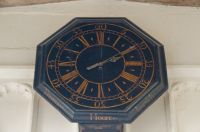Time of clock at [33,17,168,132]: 2:09
